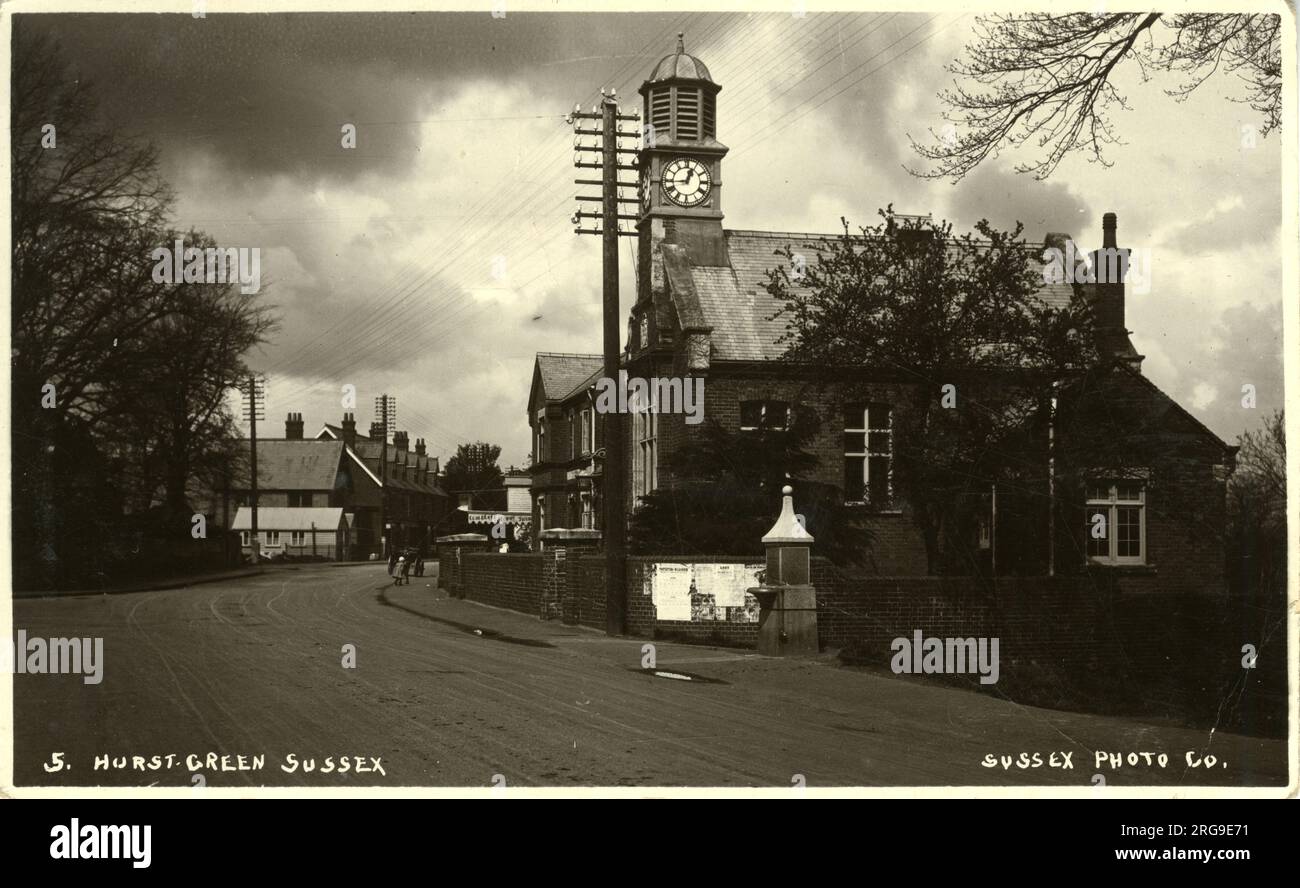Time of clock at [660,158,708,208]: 12:44
